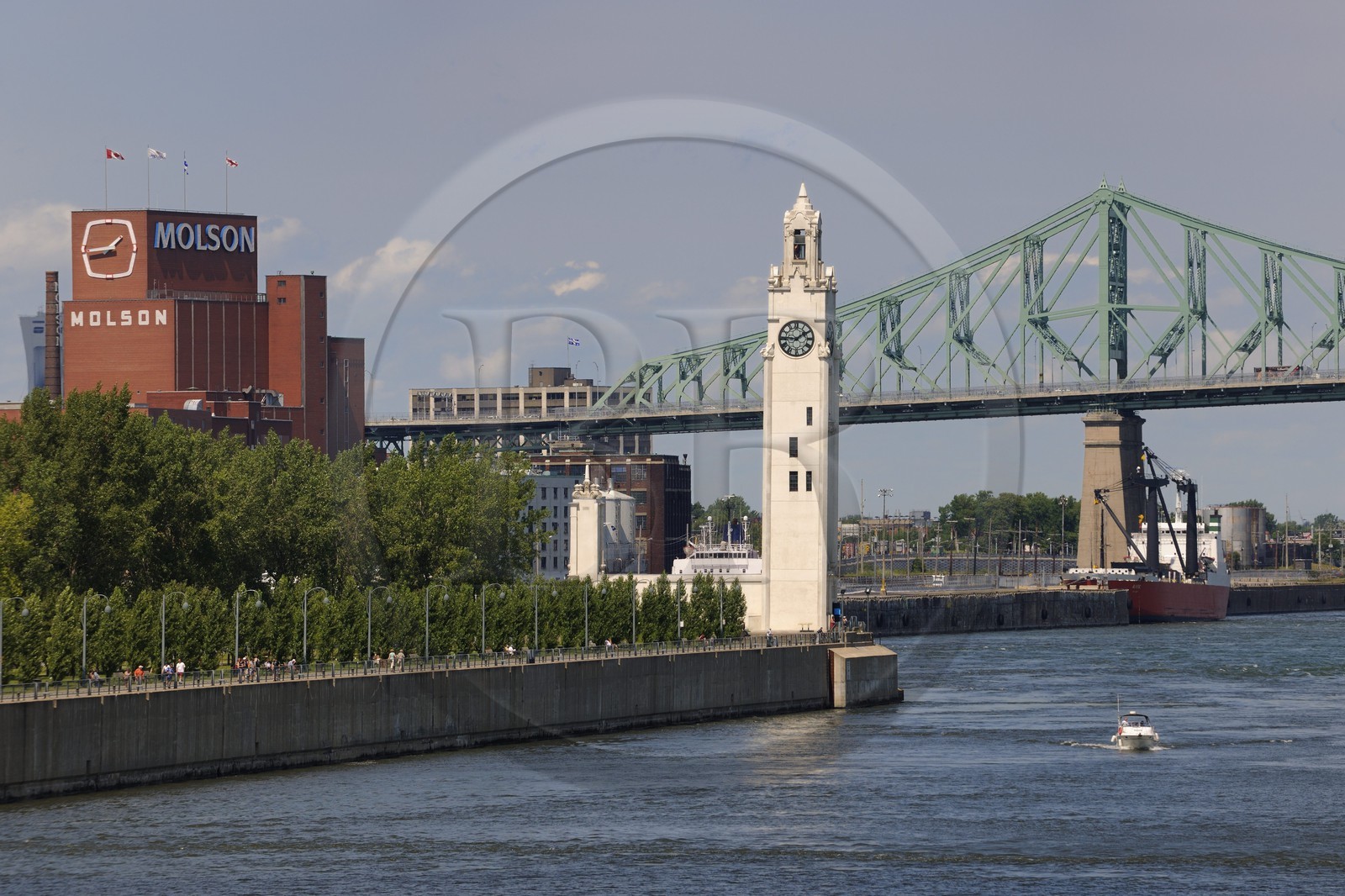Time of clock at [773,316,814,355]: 1:45
